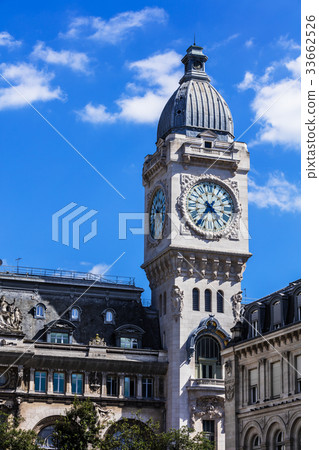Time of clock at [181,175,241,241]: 4:35
